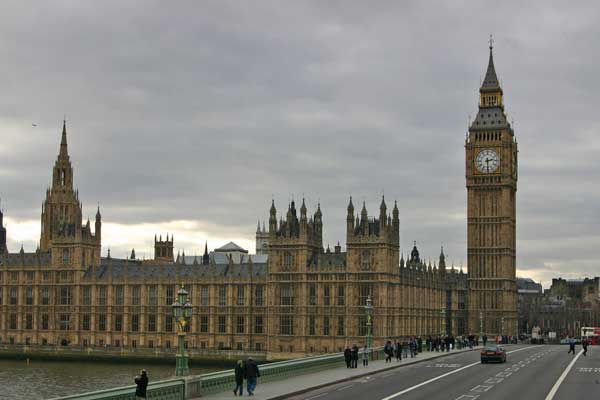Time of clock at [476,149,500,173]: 2:29
